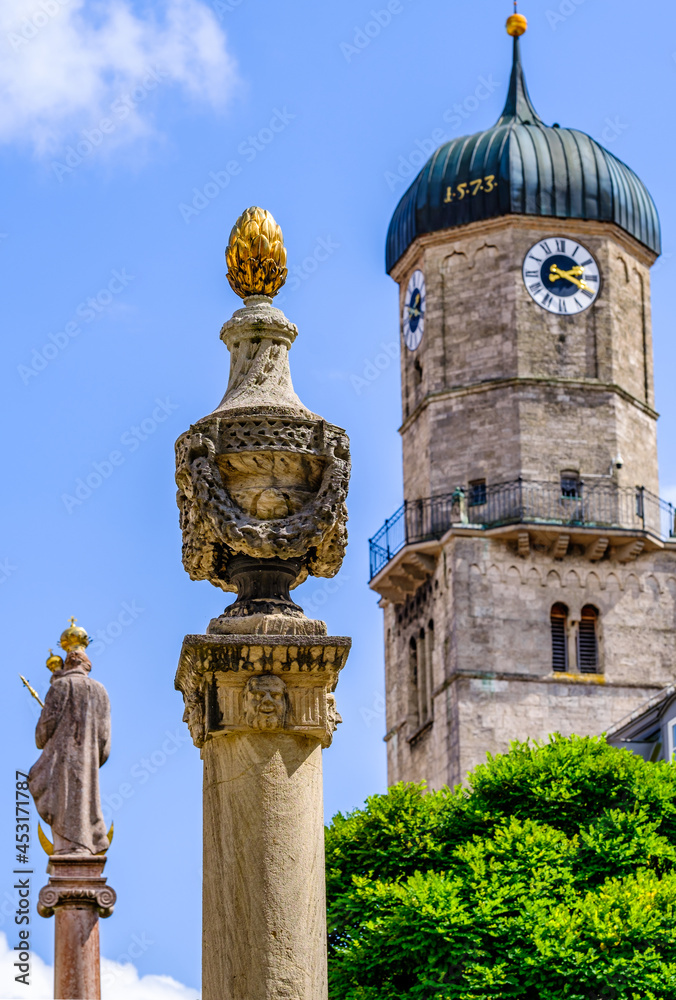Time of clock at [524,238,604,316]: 2:18
